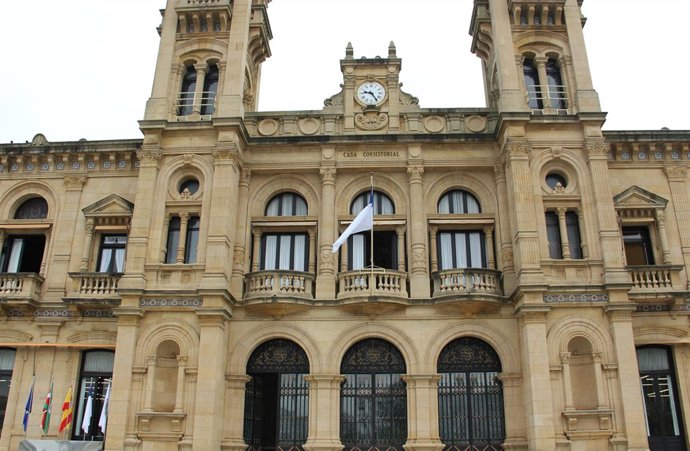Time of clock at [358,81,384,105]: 9:24
